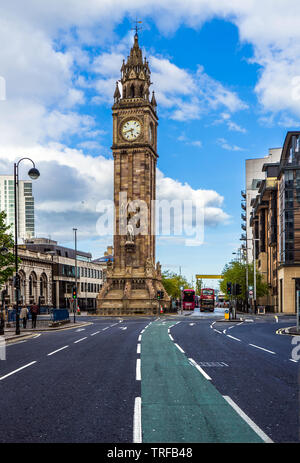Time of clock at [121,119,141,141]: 5:42
